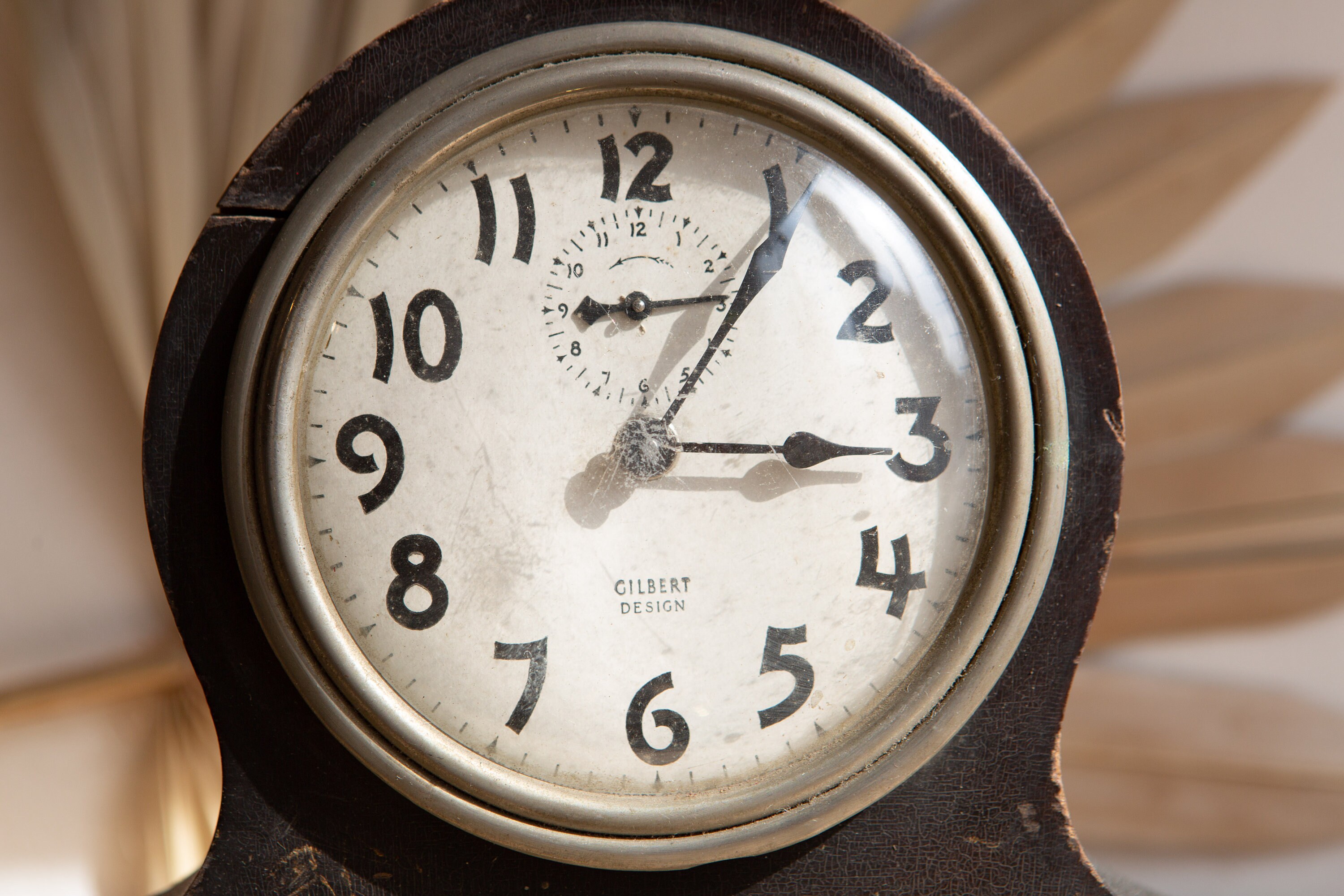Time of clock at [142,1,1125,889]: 3:06
